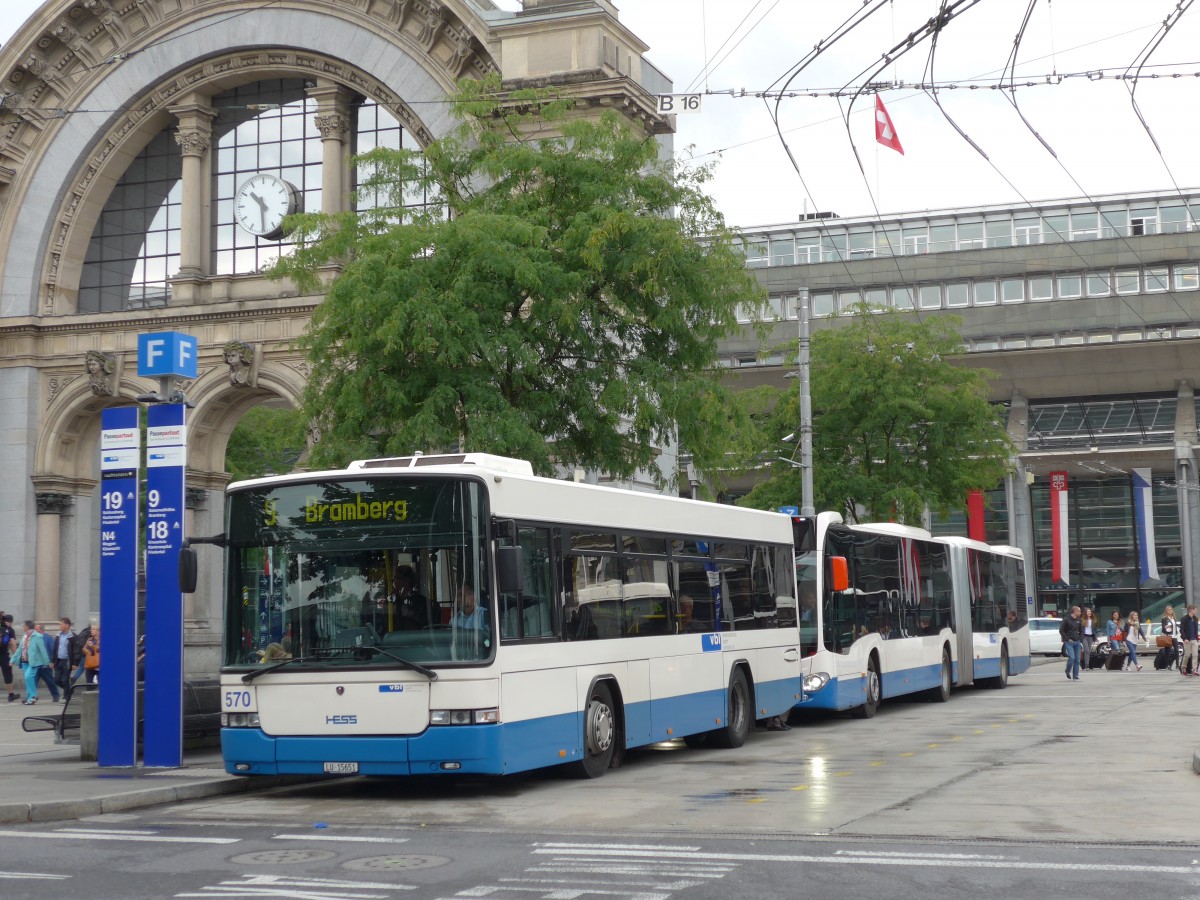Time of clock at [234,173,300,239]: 10:29
